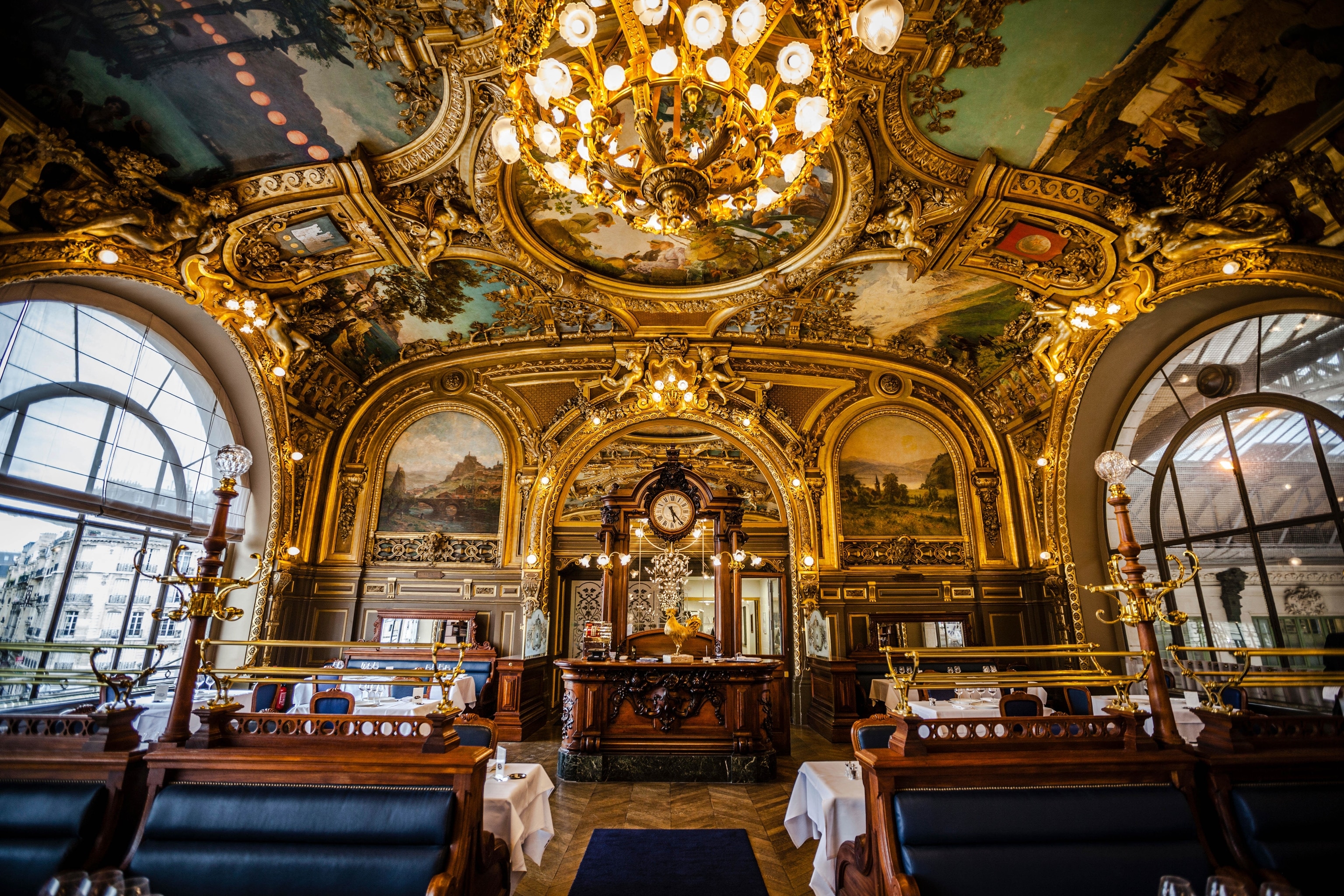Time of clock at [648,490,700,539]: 5:23
